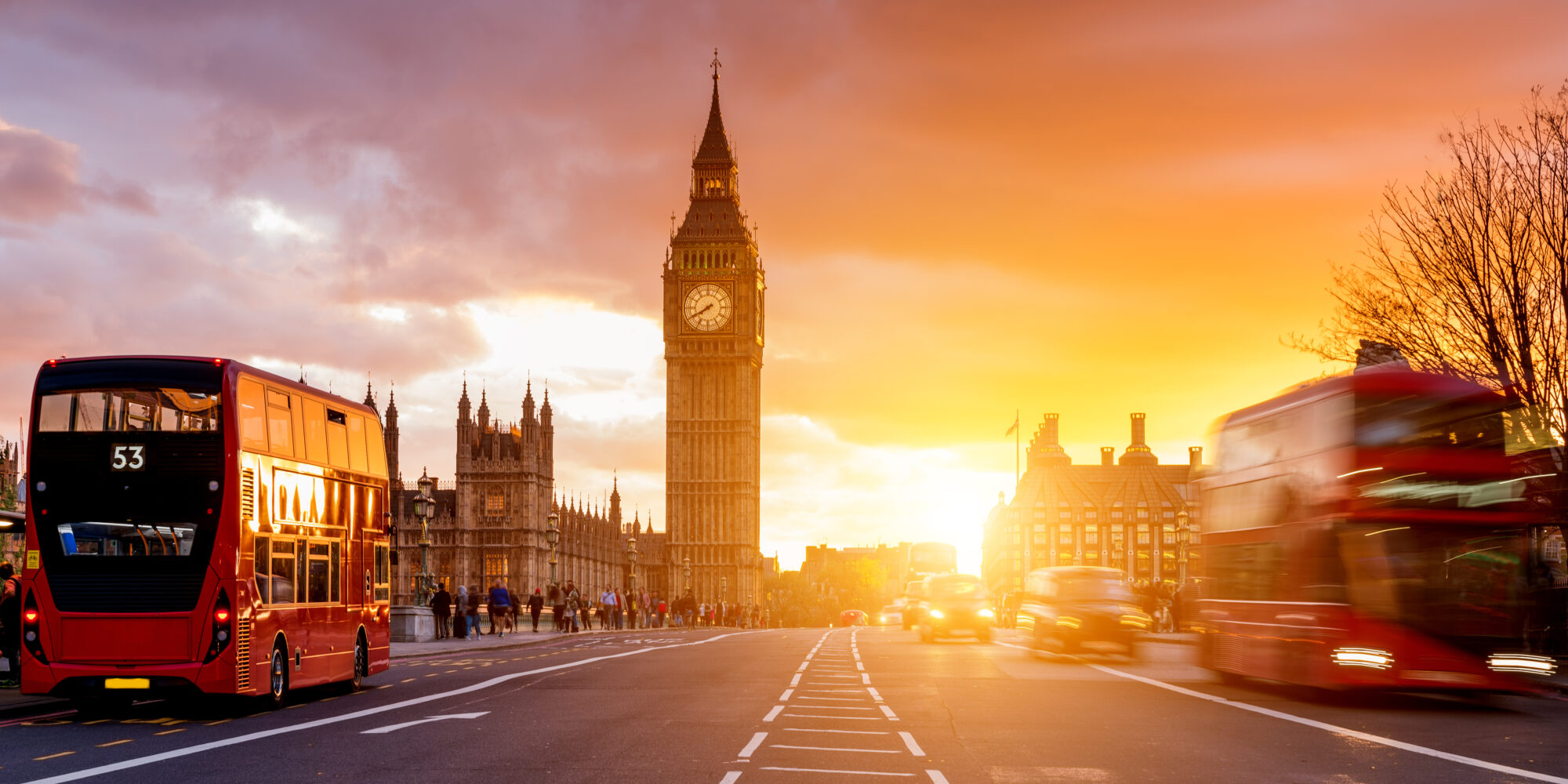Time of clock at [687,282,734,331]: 7:40
